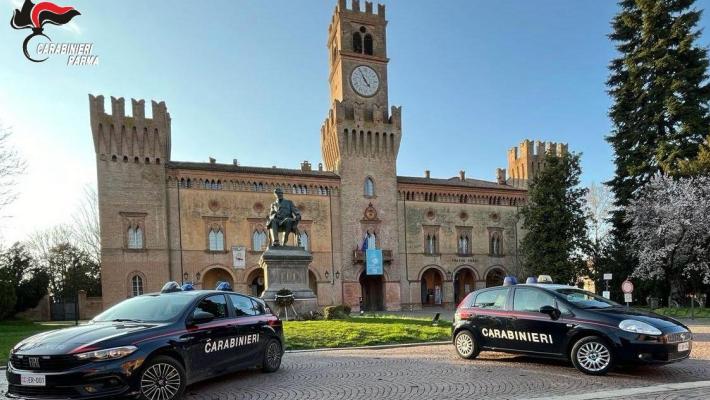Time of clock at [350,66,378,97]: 4:55
